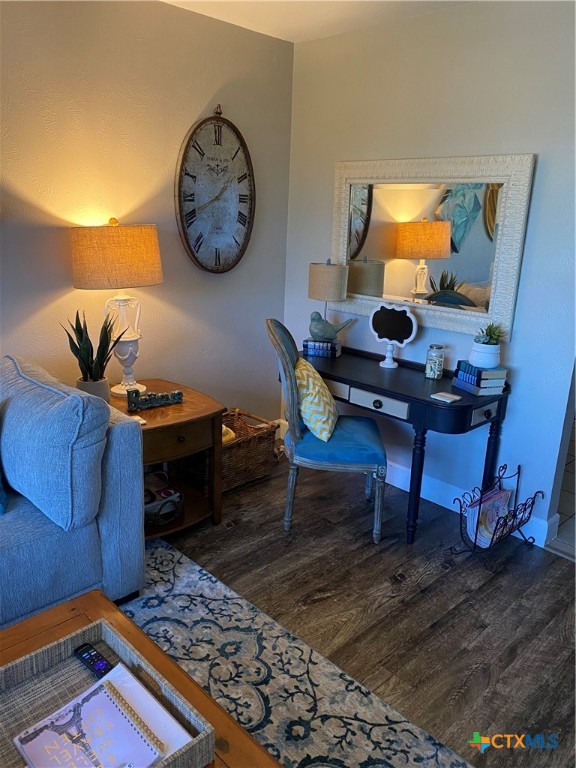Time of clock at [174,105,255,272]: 1:40
